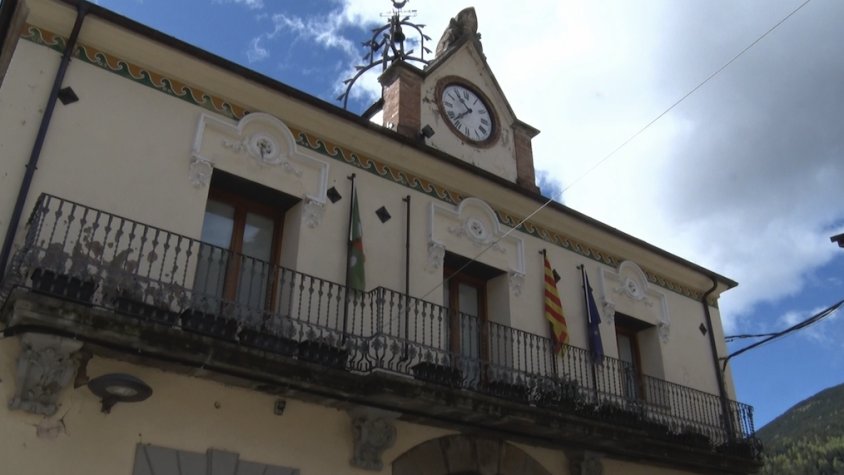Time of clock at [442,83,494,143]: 10:37
